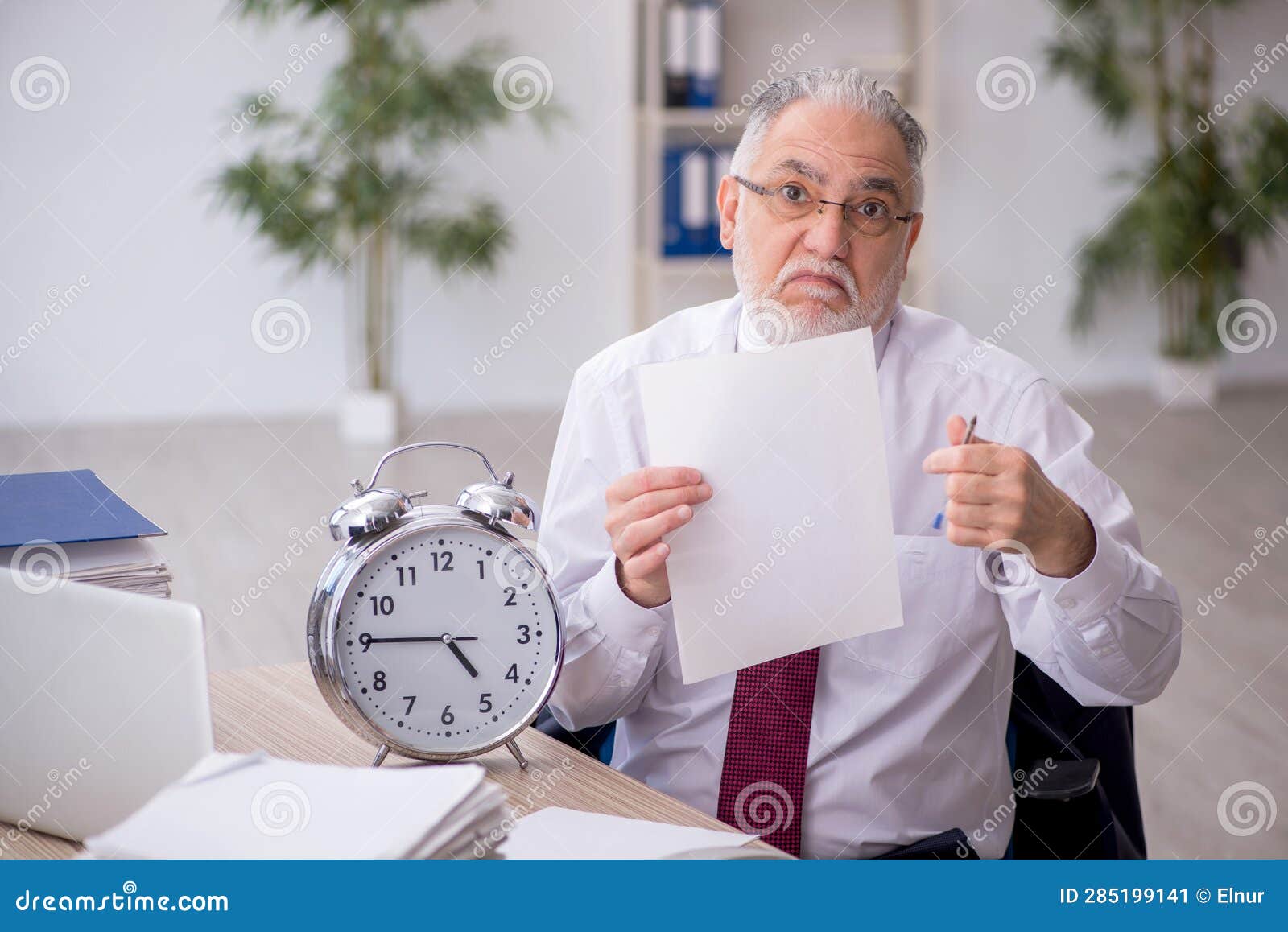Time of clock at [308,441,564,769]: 4:45
